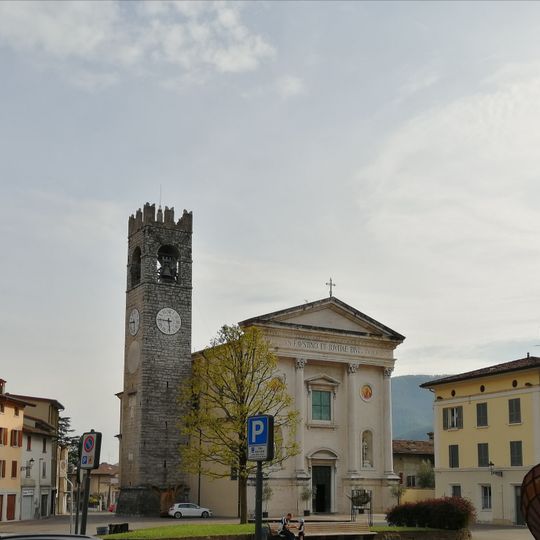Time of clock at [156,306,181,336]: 5:45
